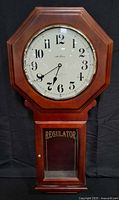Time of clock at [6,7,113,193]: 6:39
